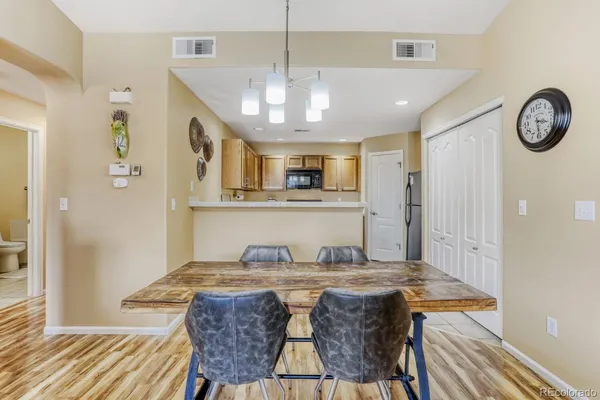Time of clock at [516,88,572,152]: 3:29
